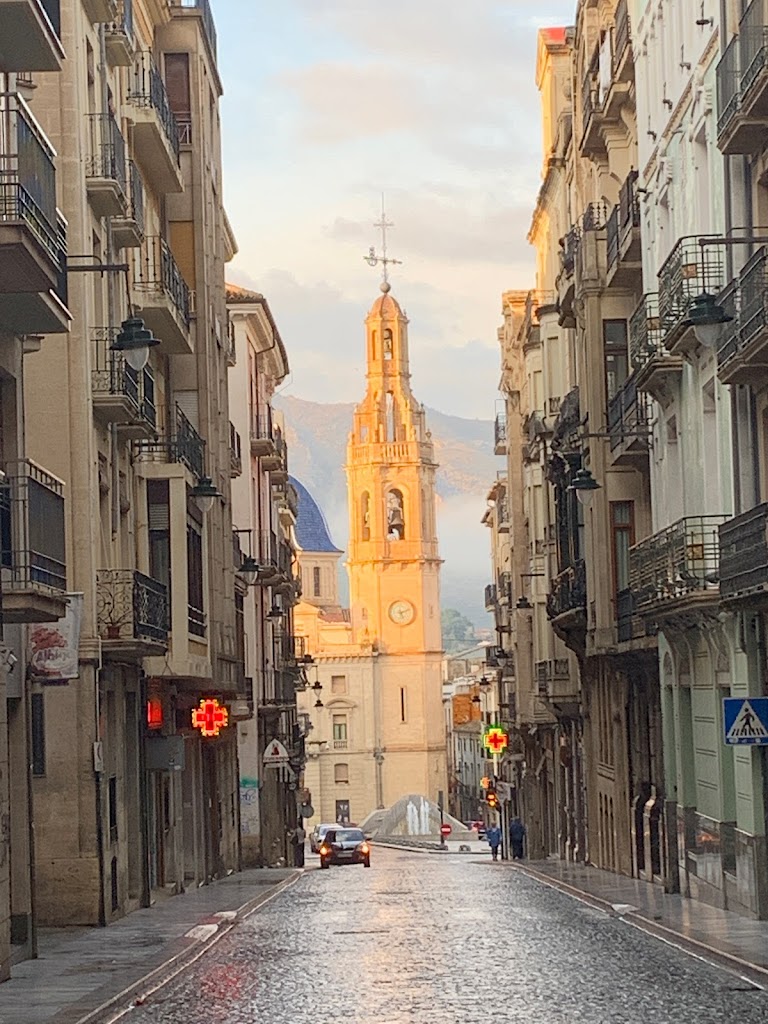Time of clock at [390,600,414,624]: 5:11
